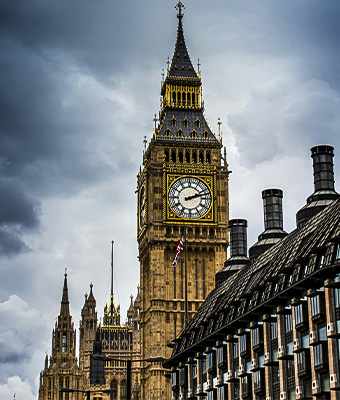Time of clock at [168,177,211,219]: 2:12
